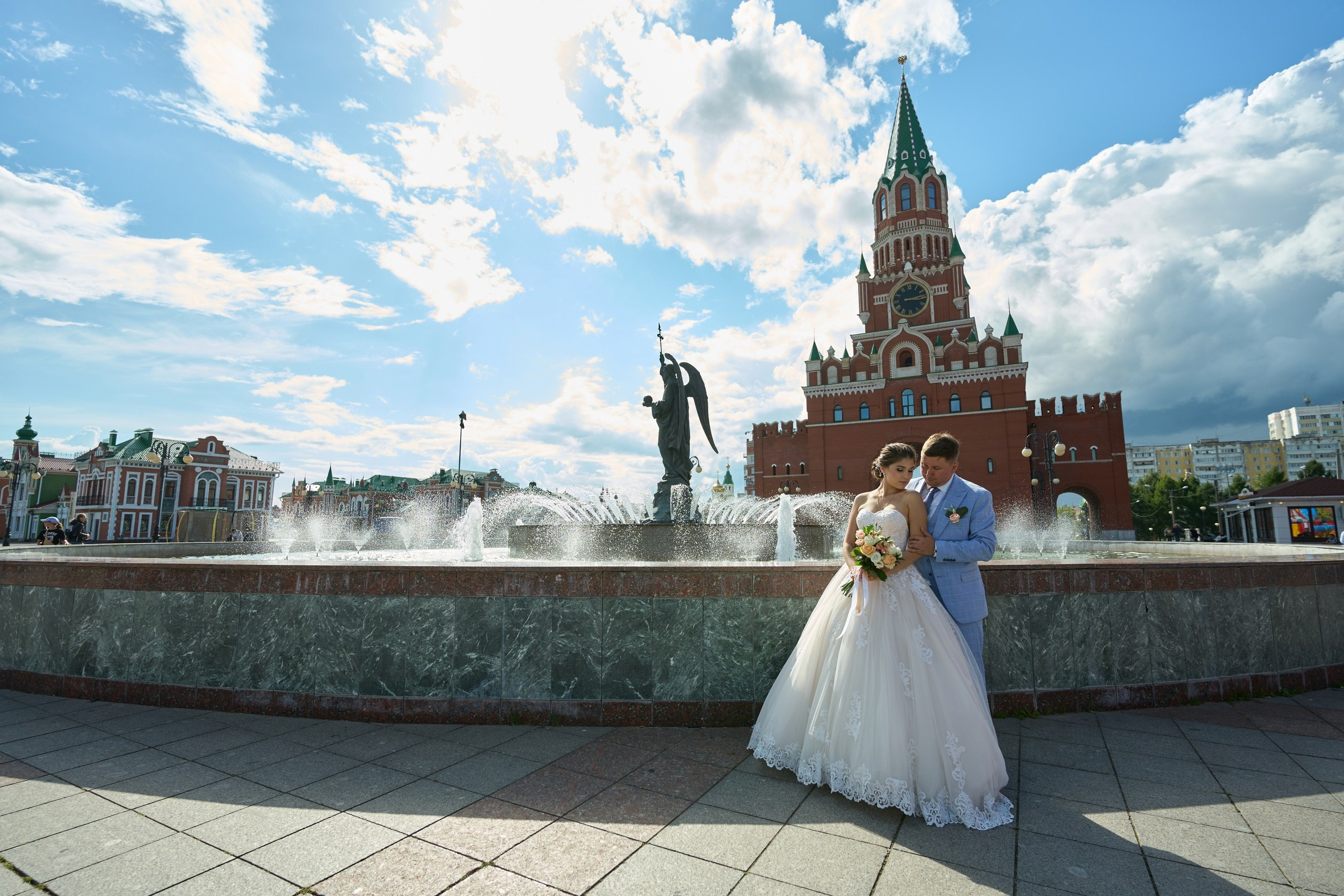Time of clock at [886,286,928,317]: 3:13
